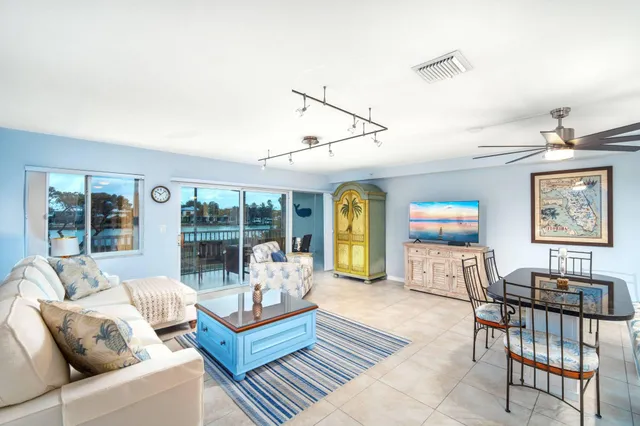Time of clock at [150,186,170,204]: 10:07
